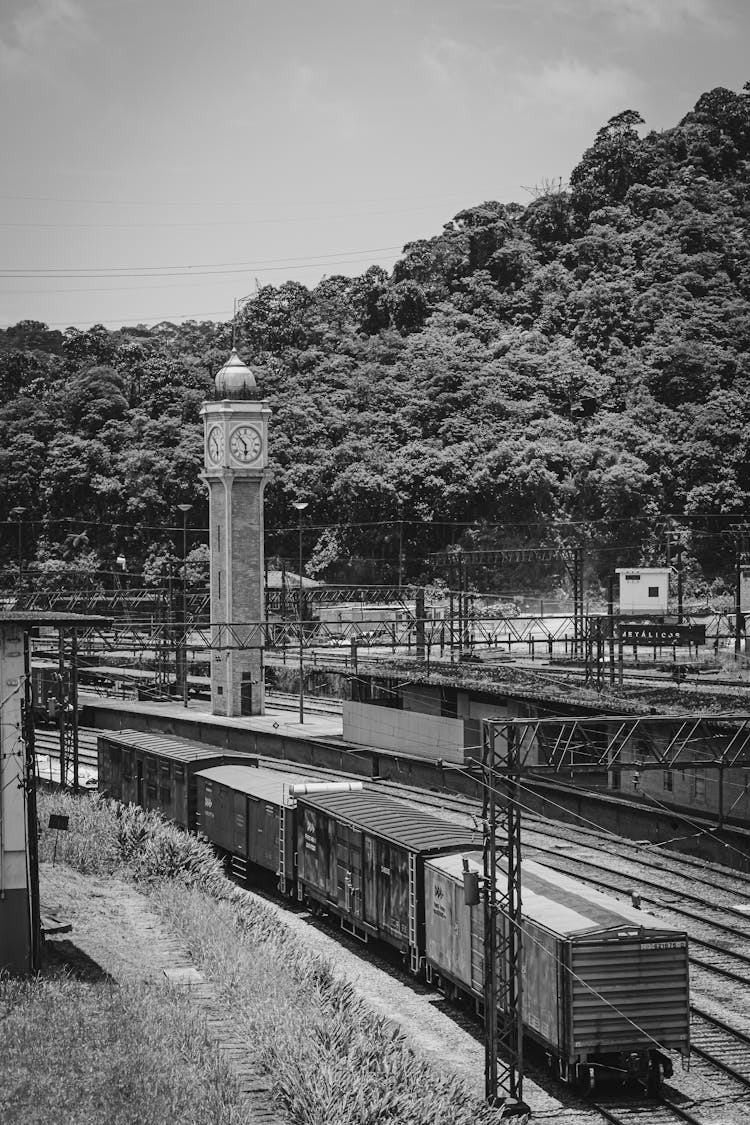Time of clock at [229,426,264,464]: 5:52
